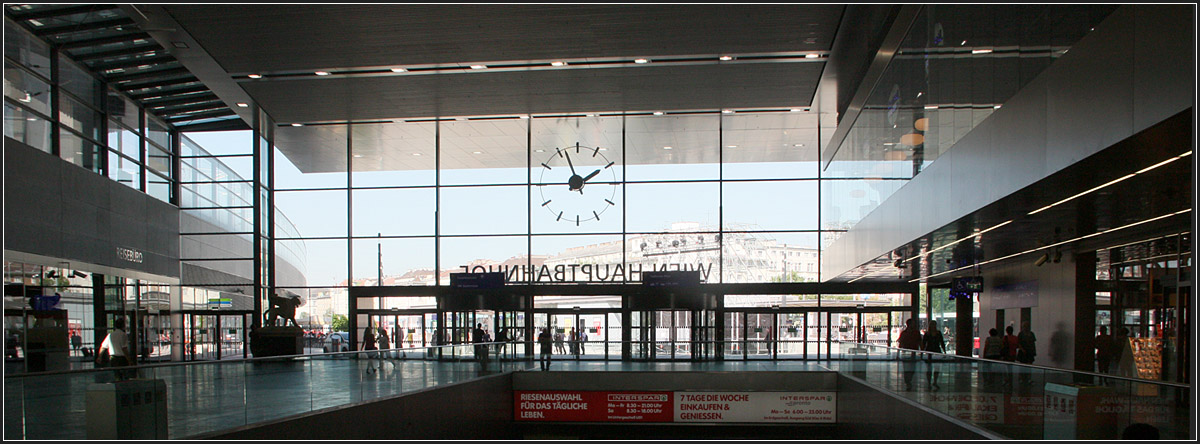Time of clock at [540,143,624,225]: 1:56
